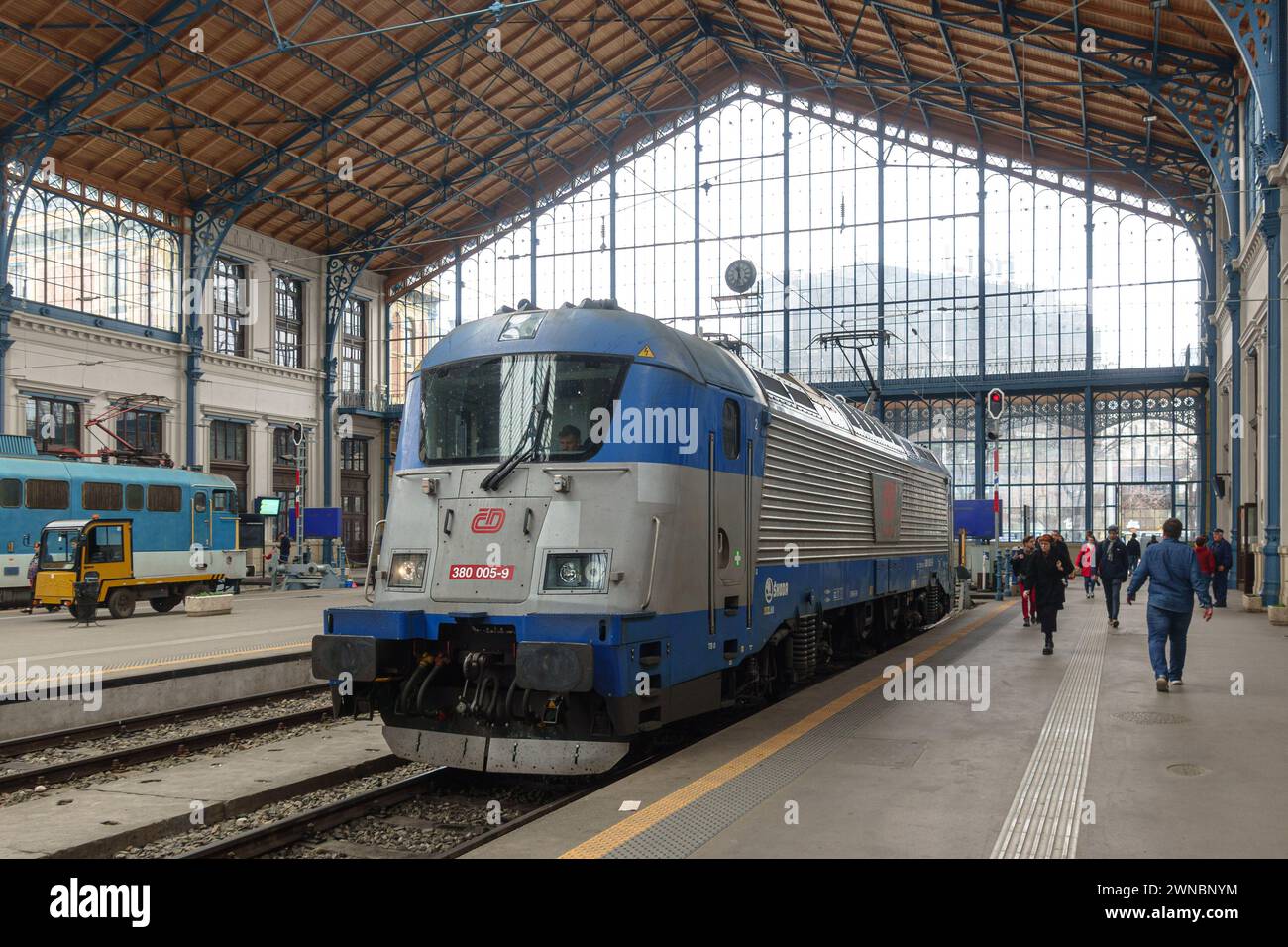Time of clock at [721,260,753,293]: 11:32
